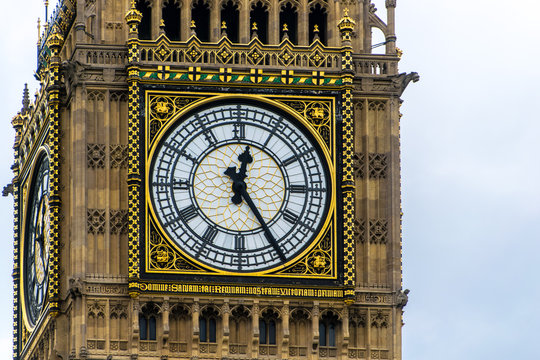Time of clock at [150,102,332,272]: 12:24
